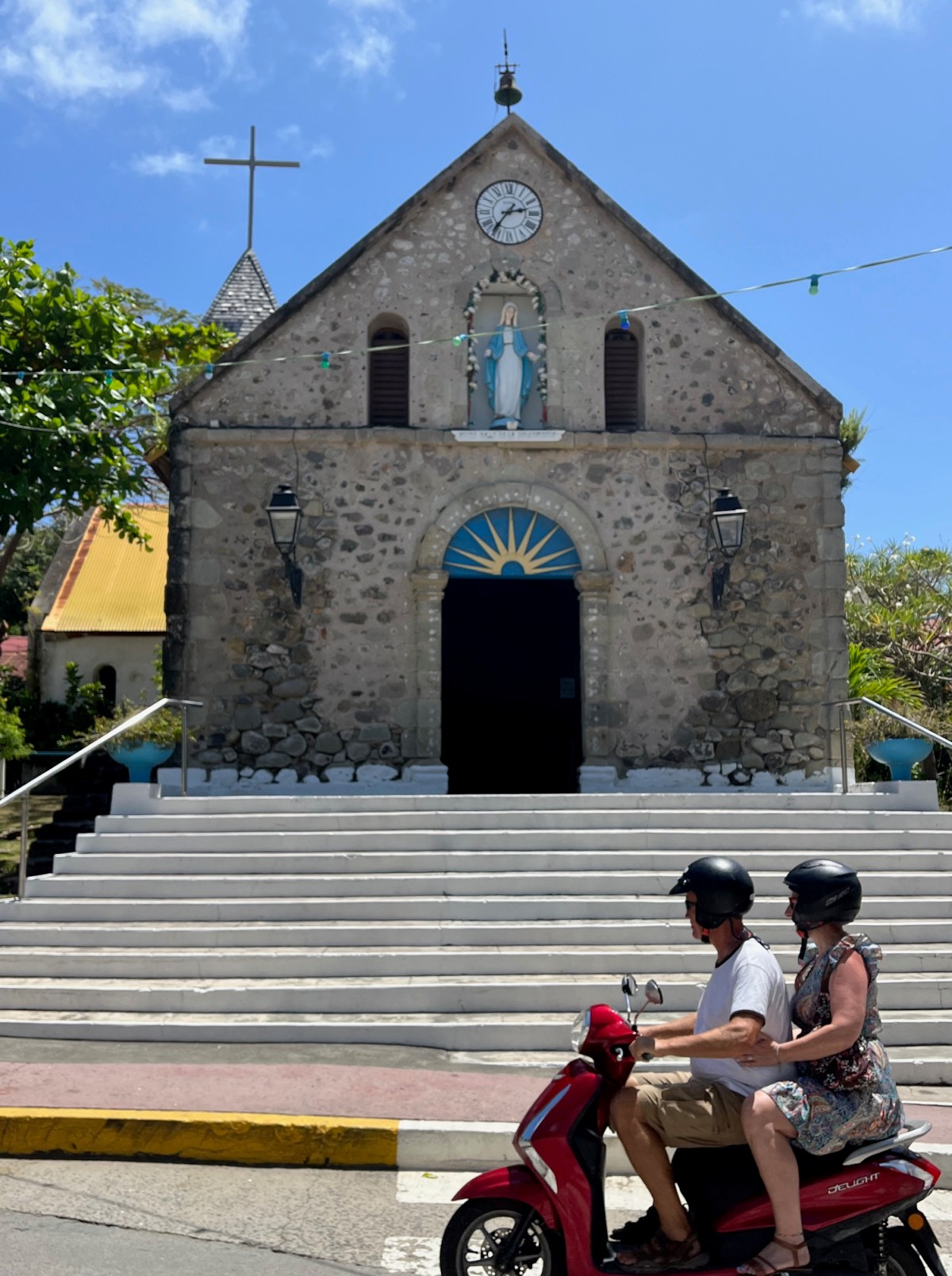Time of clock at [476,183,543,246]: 2:36
